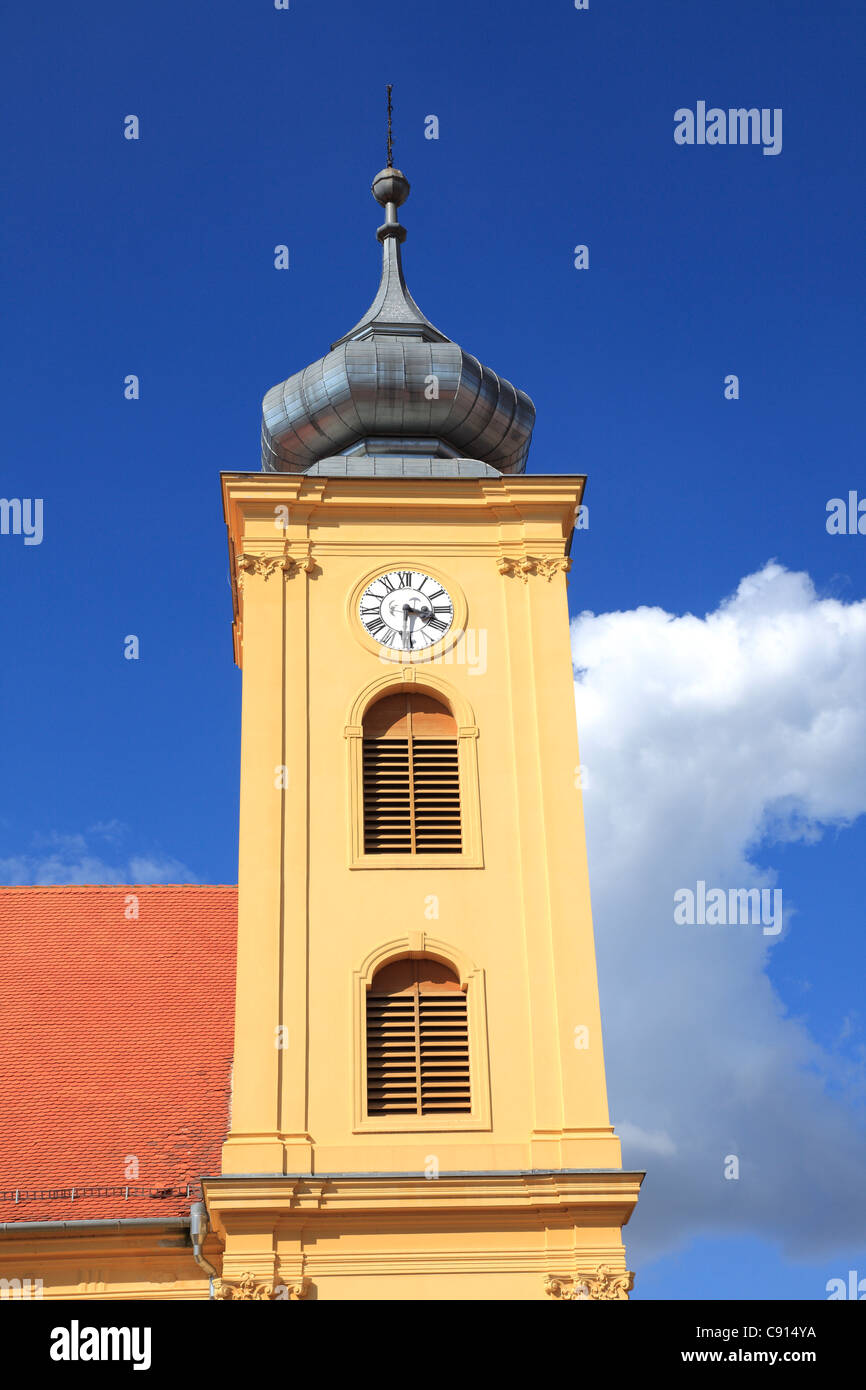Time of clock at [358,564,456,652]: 3:30
